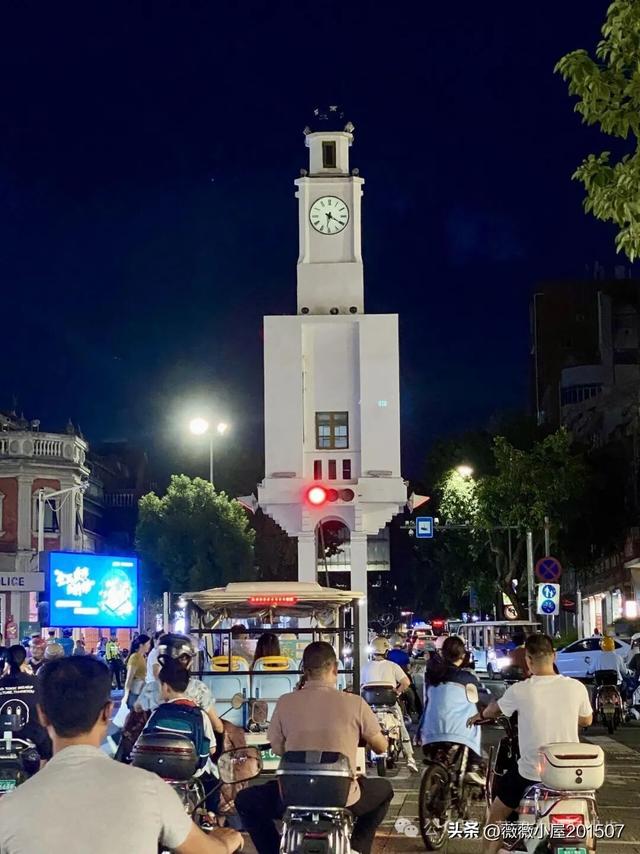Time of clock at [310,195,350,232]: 6:20
